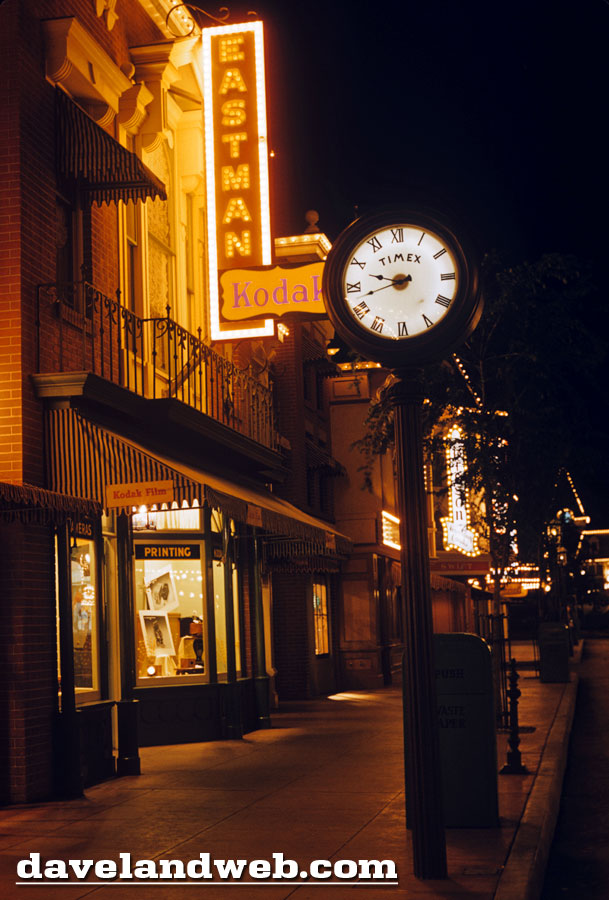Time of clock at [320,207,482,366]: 9:42
